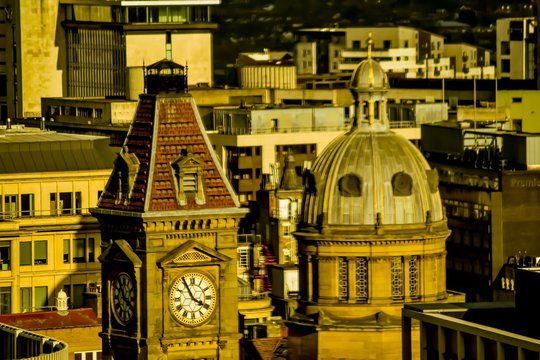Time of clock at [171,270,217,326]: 3:55
